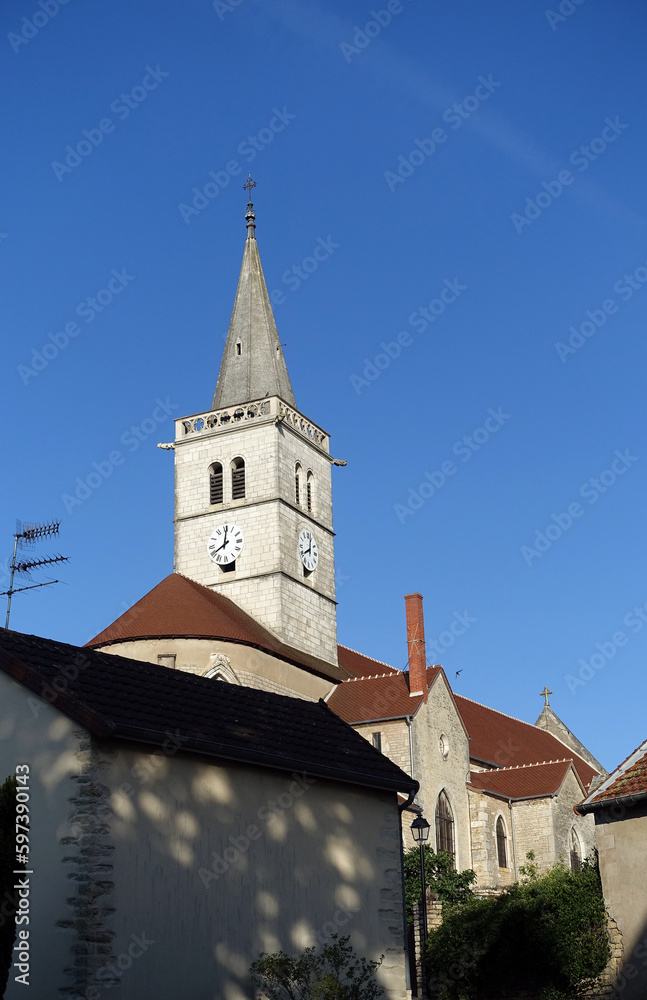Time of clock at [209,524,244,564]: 8:00
